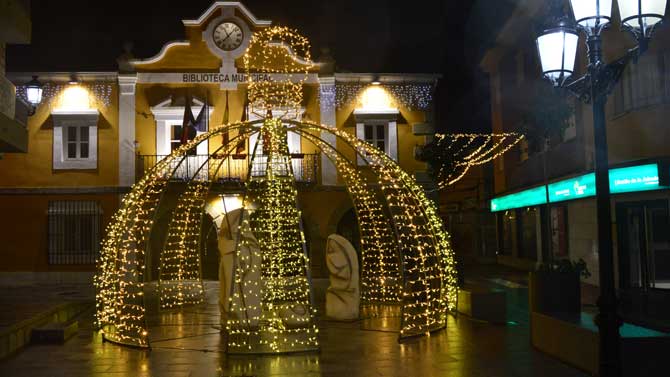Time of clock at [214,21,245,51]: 11:07
